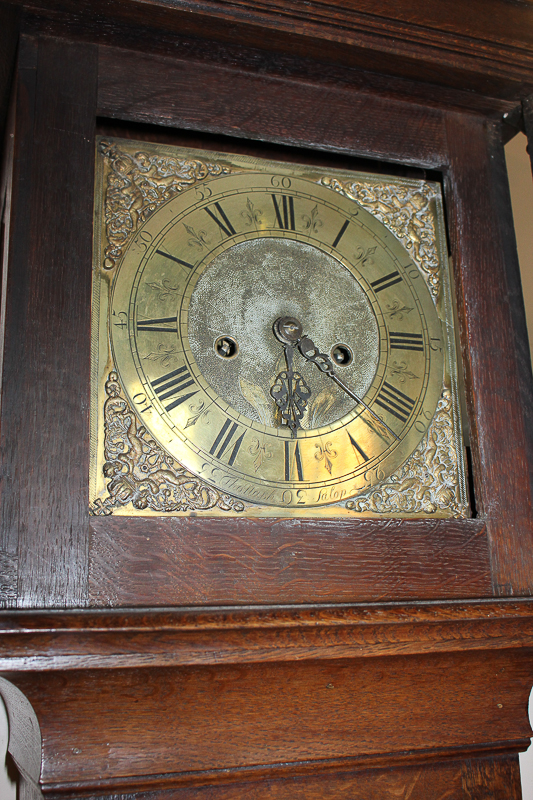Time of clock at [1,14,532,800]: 3:30
